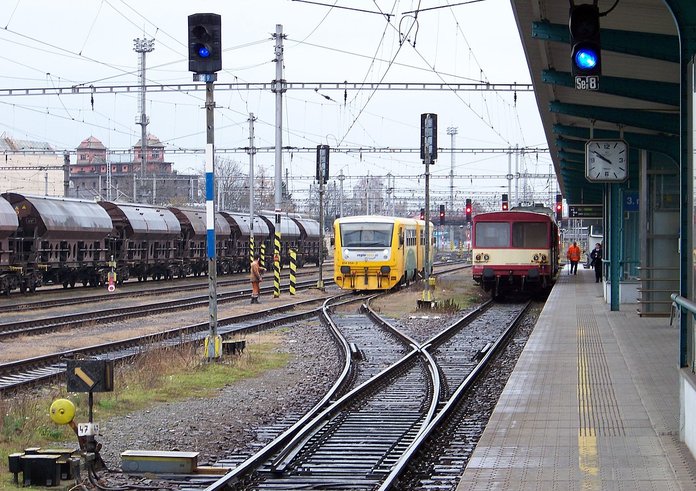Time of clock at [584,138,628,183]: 9:50
